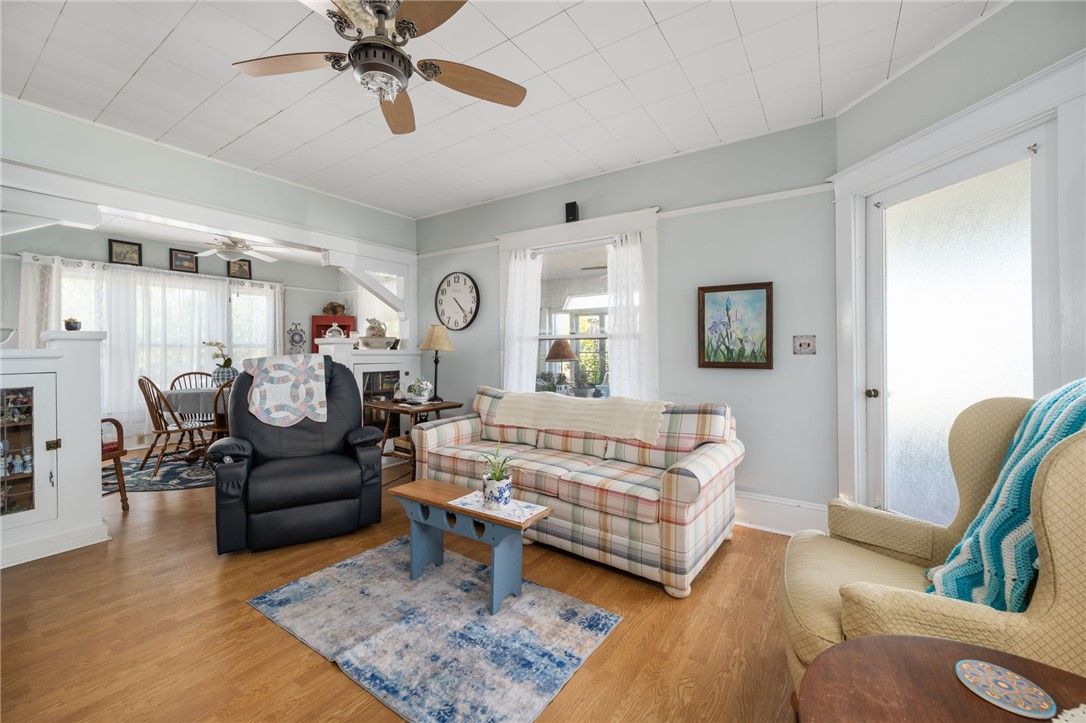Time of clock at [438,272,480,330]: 4:23
